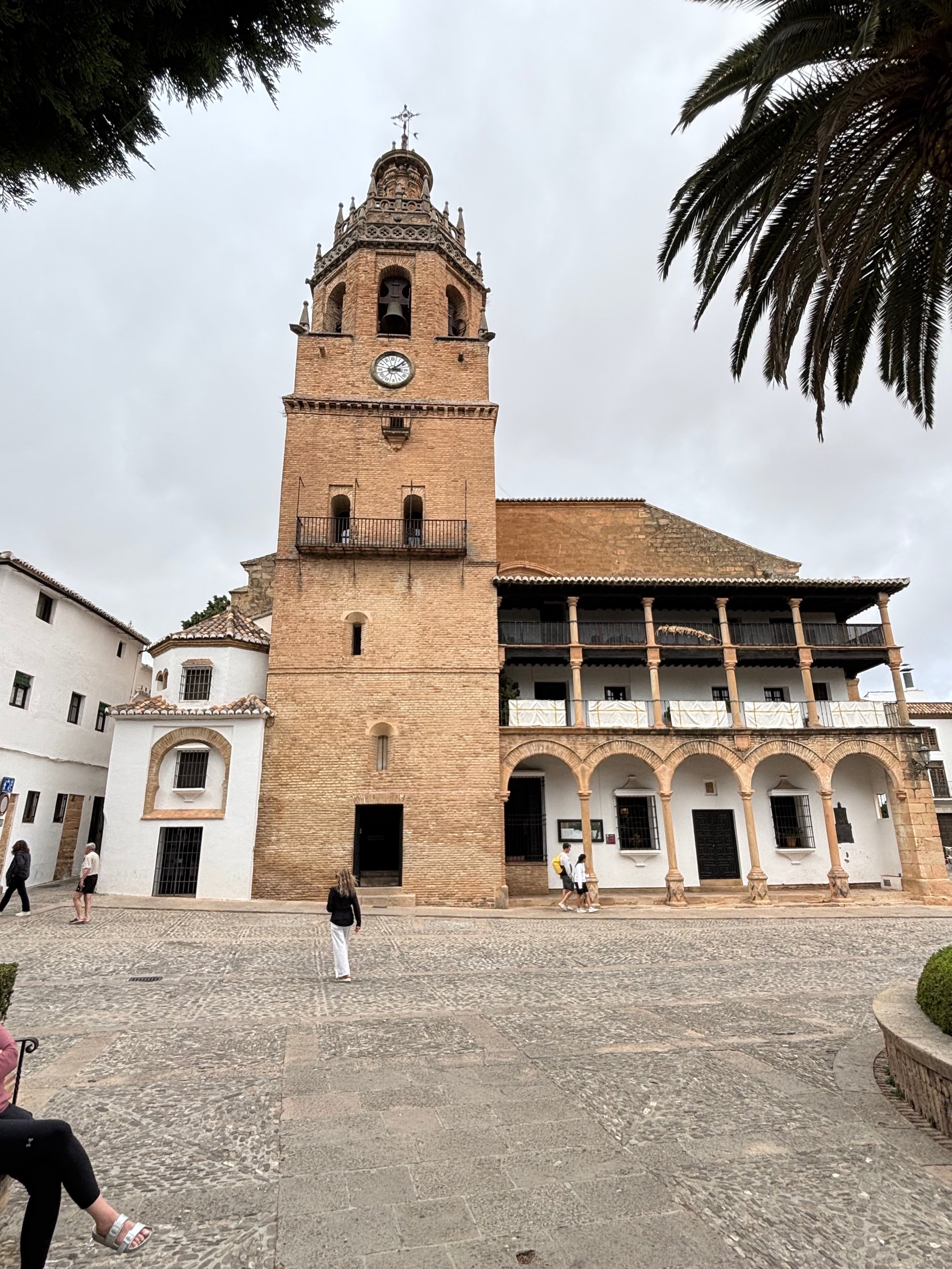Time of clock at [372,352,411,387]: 3:08
